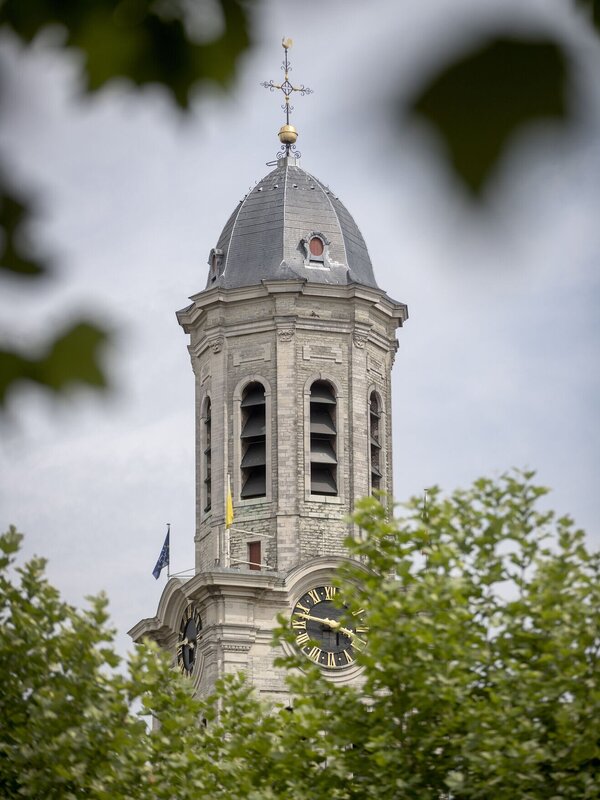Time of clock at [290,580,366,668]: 3:47
